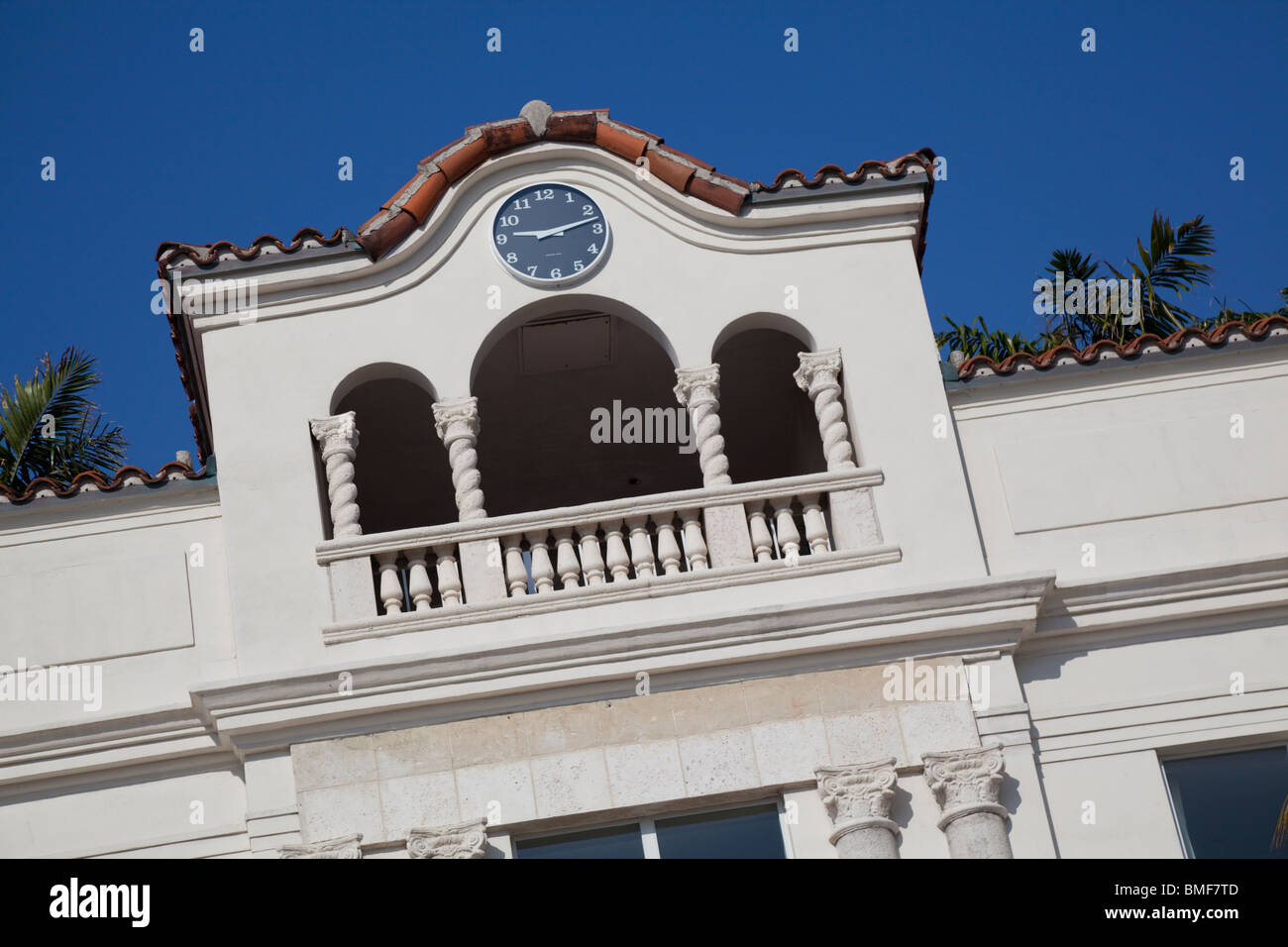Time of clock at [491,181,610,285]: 9:12
